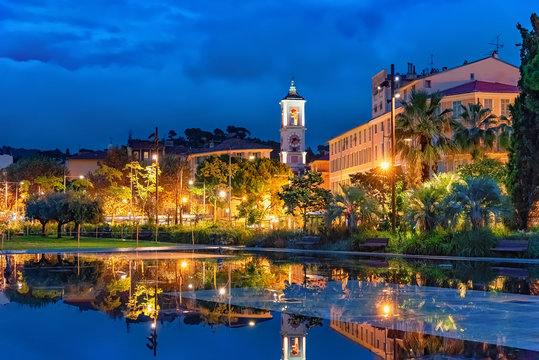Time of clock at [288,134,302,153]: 7:17
